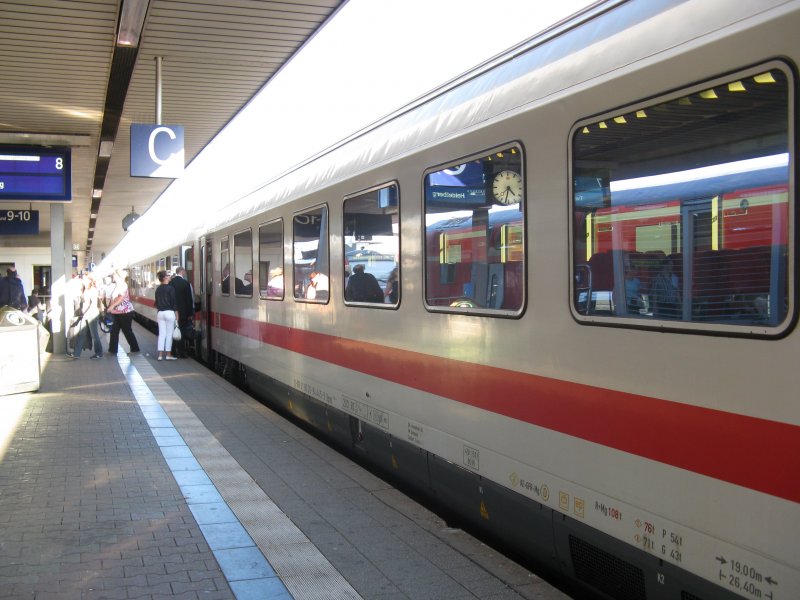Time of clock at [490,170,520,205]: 4:32
